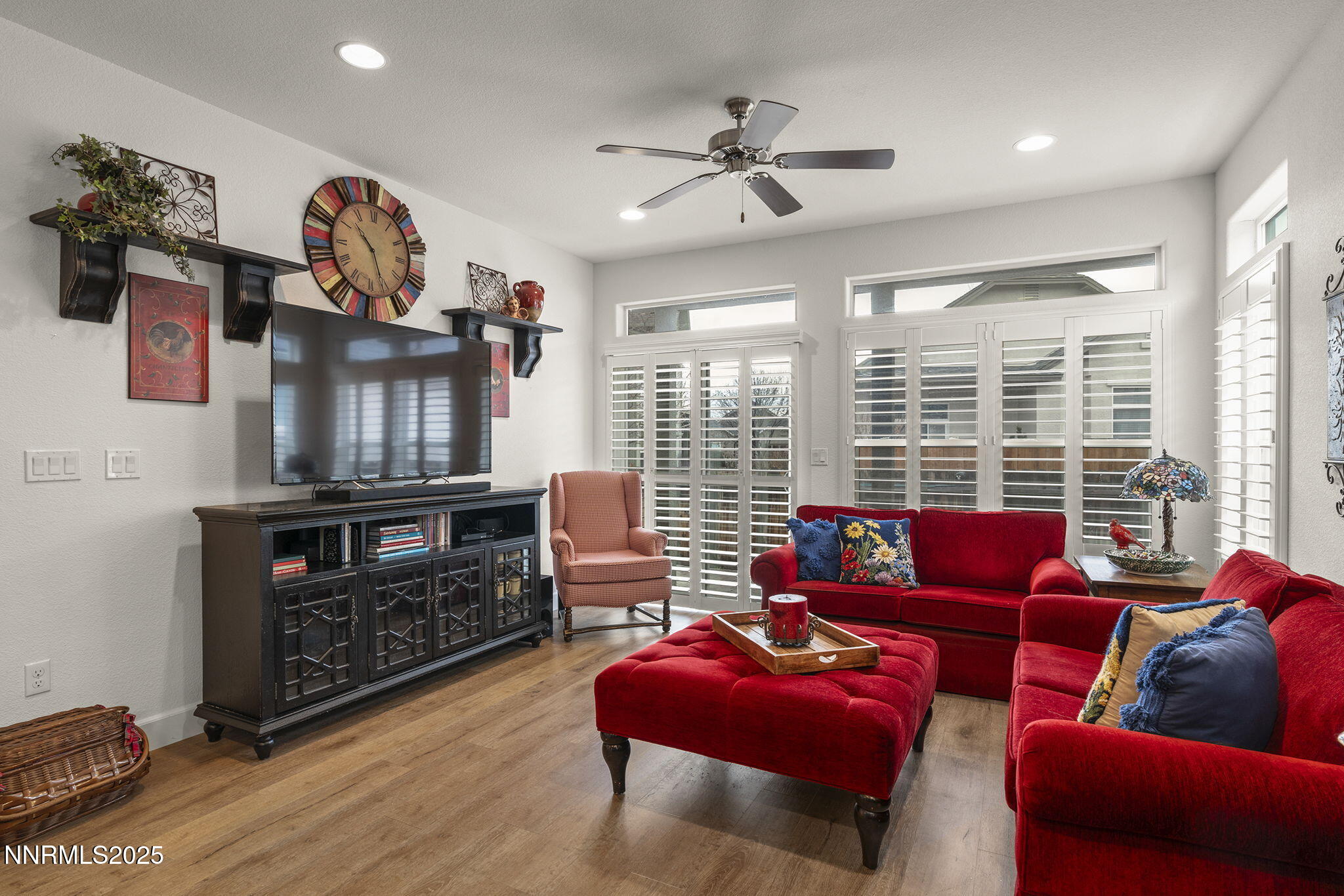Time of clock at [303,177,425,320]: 10:26
